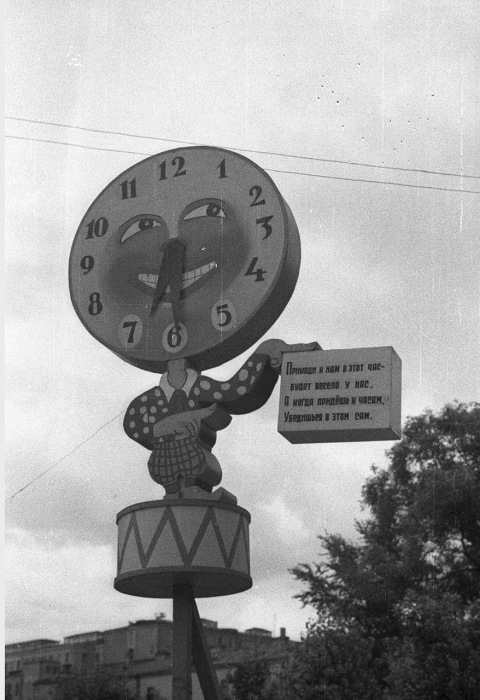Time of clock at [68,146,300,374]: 6:29
